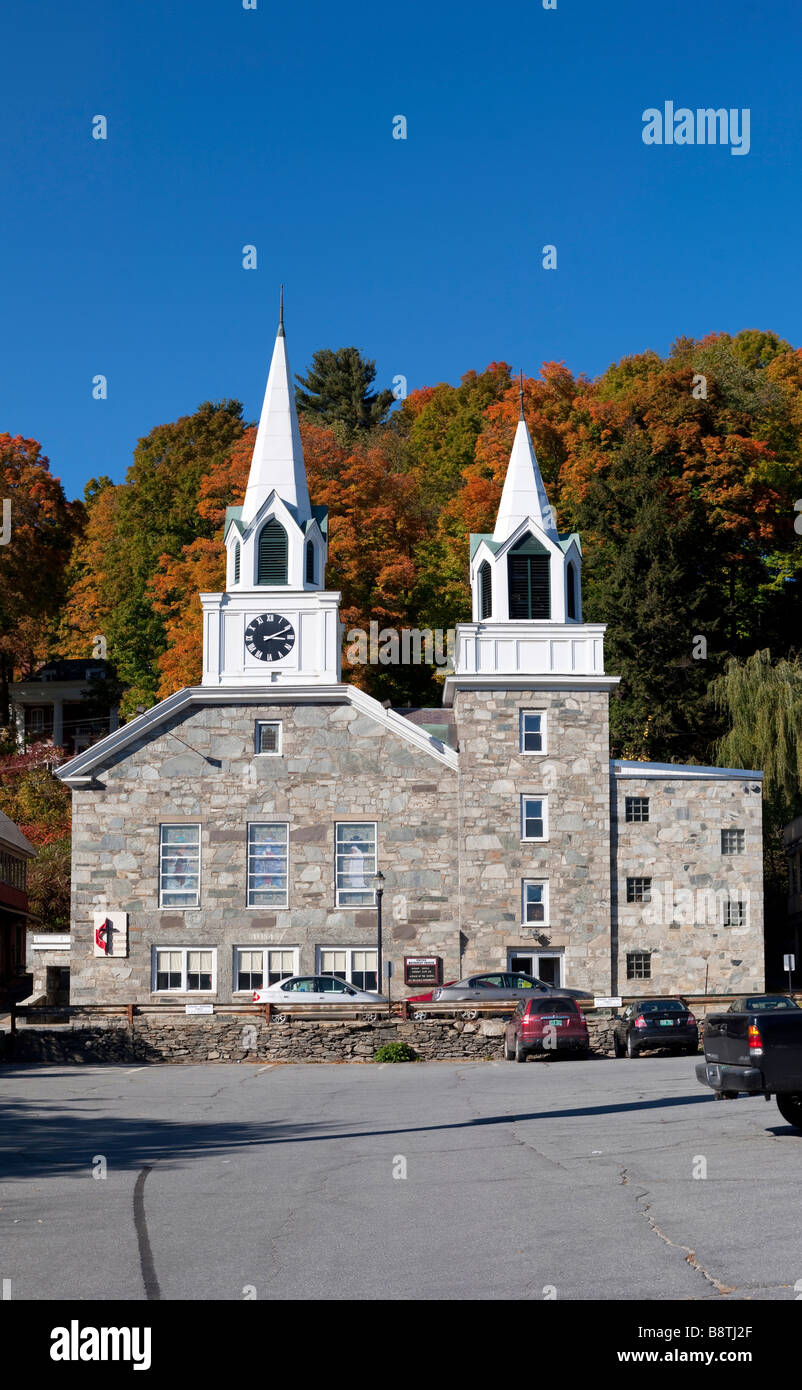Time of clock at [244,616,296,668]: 3:10
